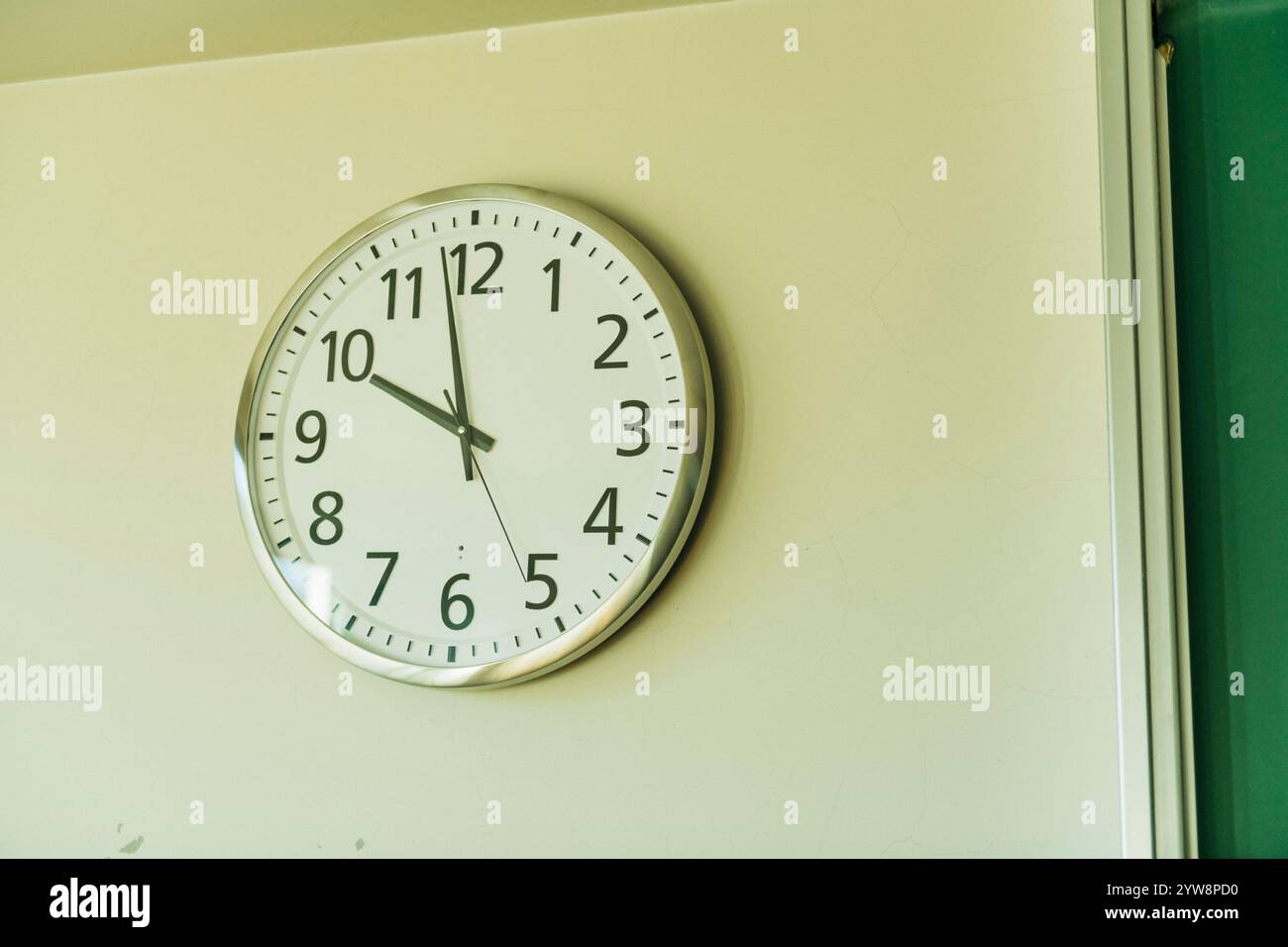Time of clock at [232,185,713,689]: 9:58
